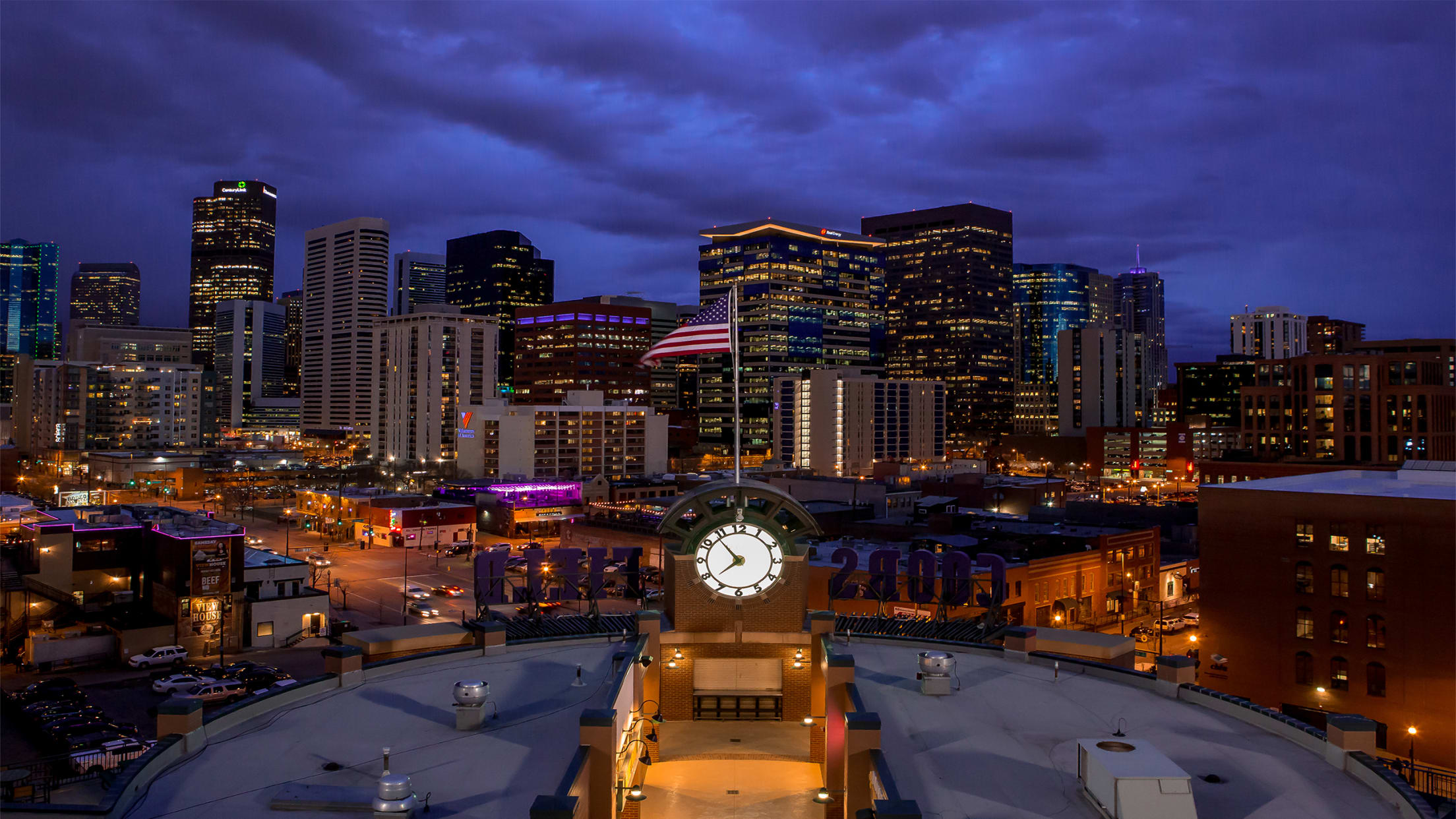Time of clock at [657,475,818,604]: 7:53
